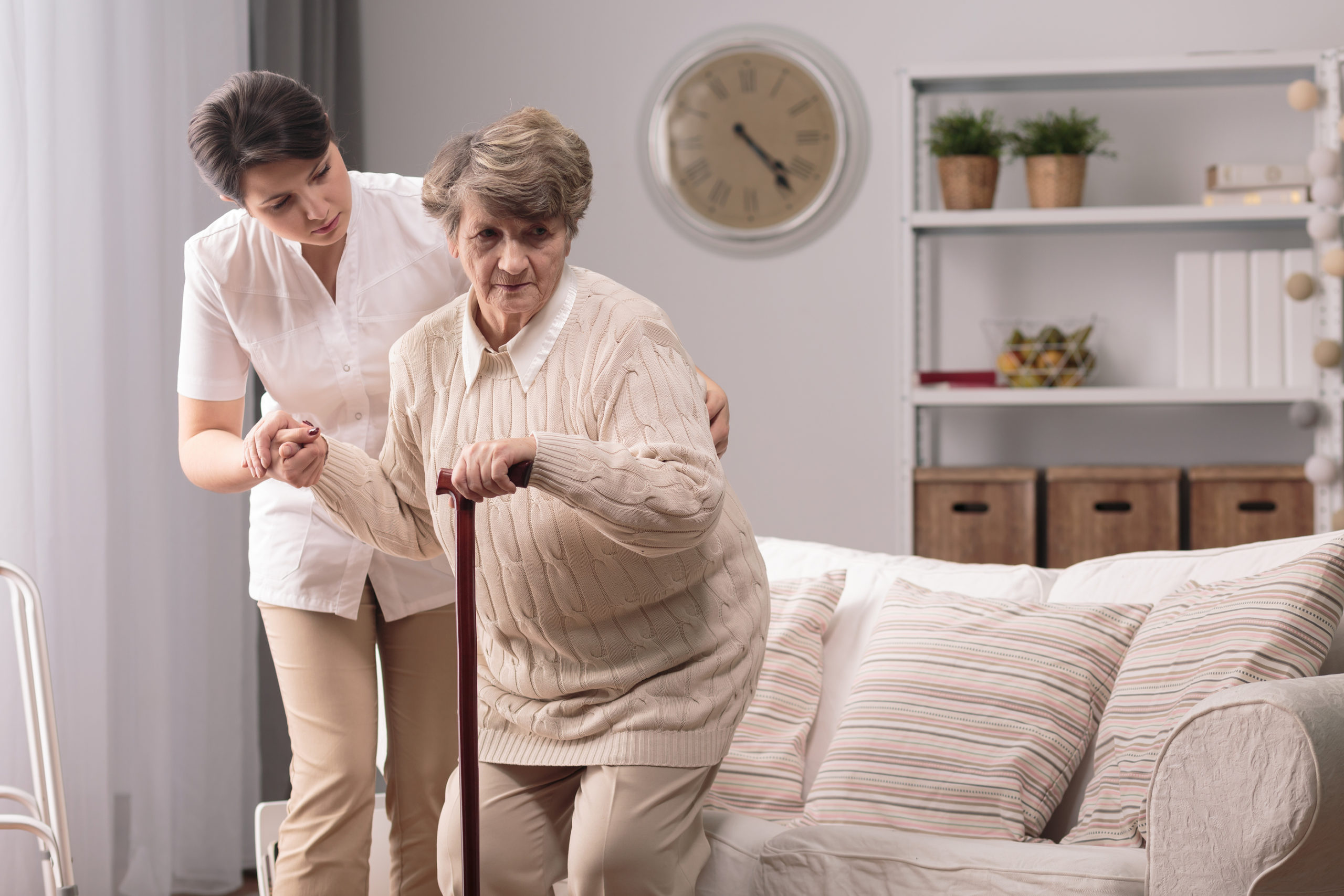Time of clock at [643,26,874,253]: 4:23
